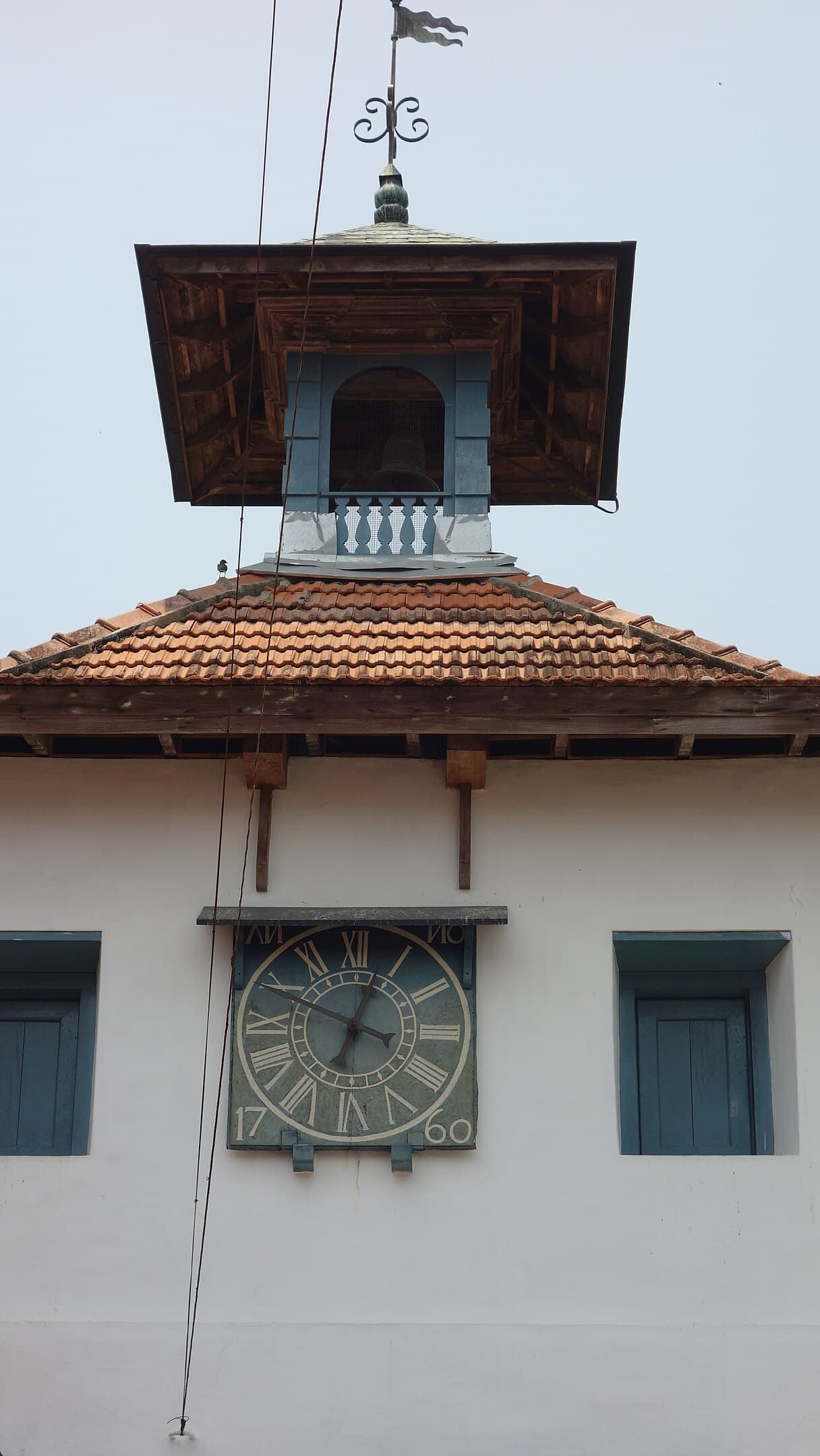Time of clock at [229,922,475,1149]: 12:49
